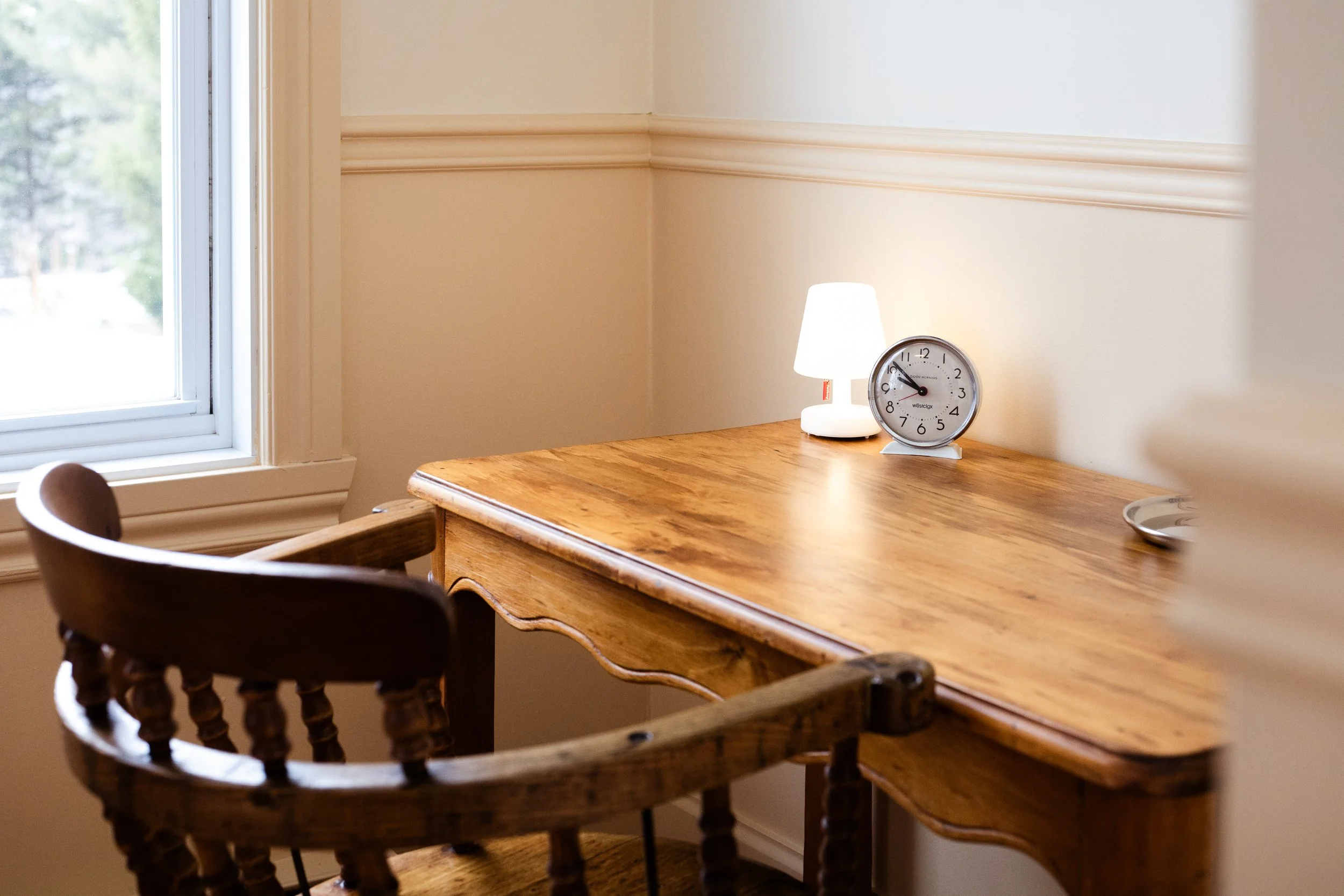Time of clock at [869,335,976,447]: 9:51
